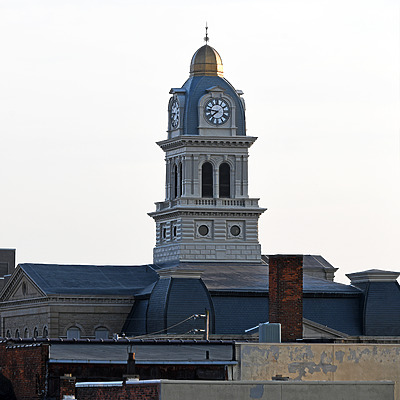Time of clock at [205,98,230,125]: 7:46
